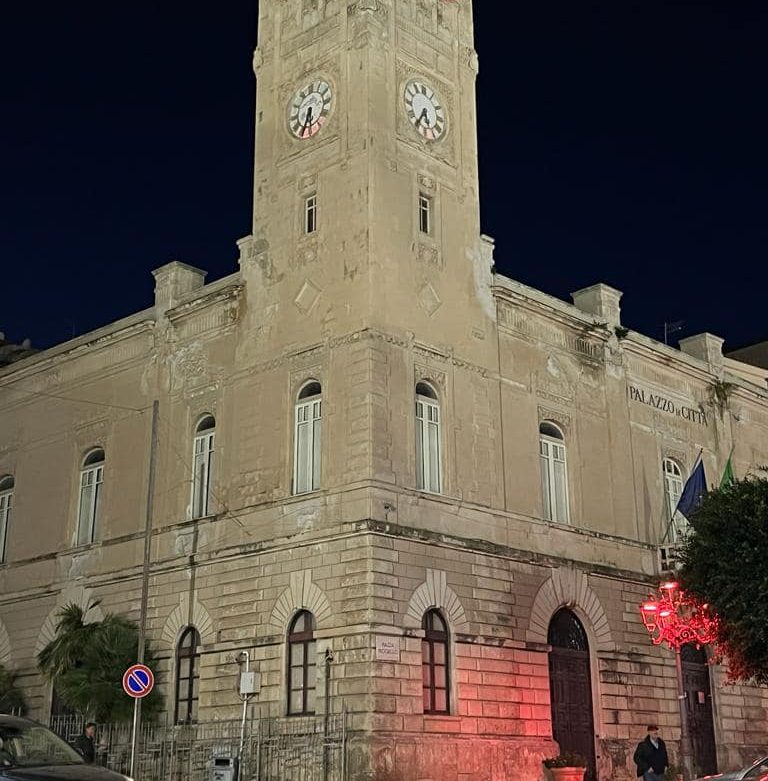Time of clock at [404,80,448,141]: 5:35
